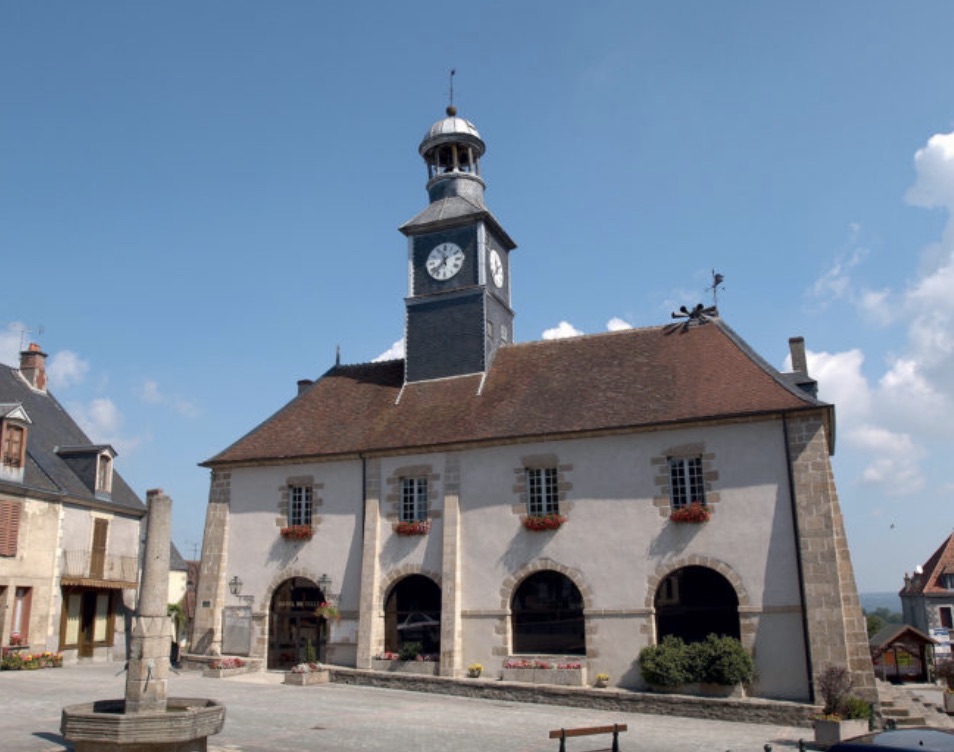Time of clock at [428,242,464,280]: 11:37
